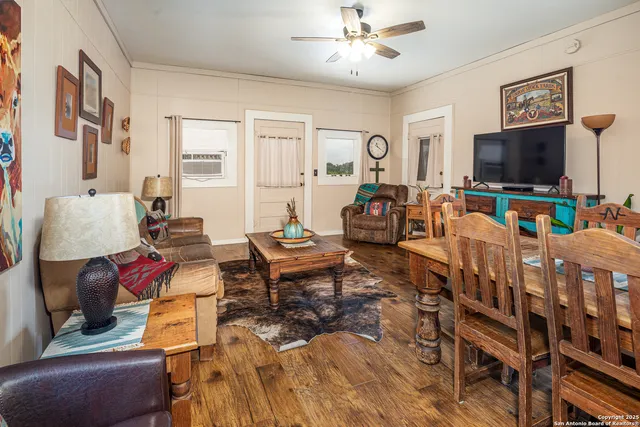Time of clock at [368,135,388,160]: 11:20
